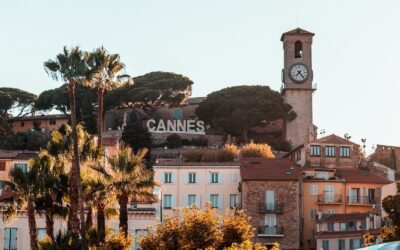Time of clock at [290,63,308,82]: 7:23
